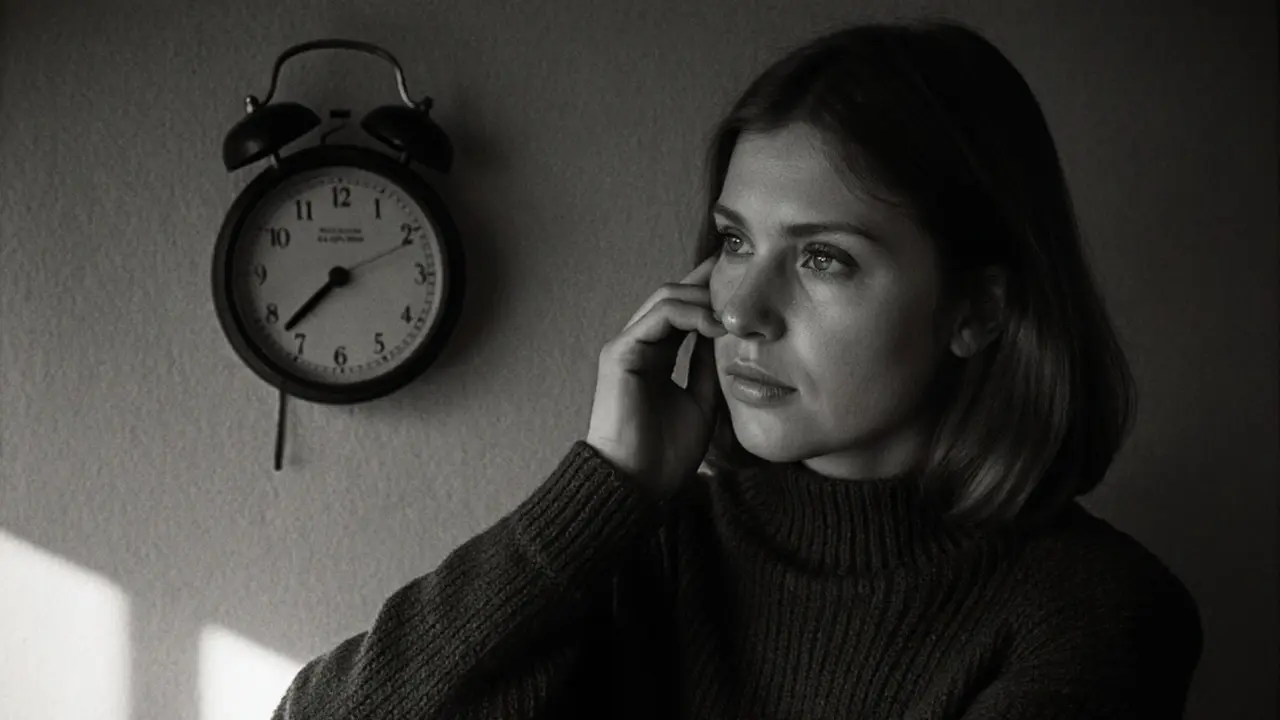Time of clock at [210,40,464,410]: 7:37
